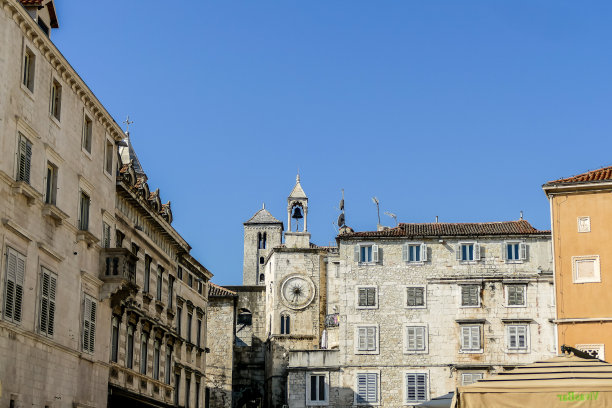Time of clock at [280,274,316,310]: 8:33
